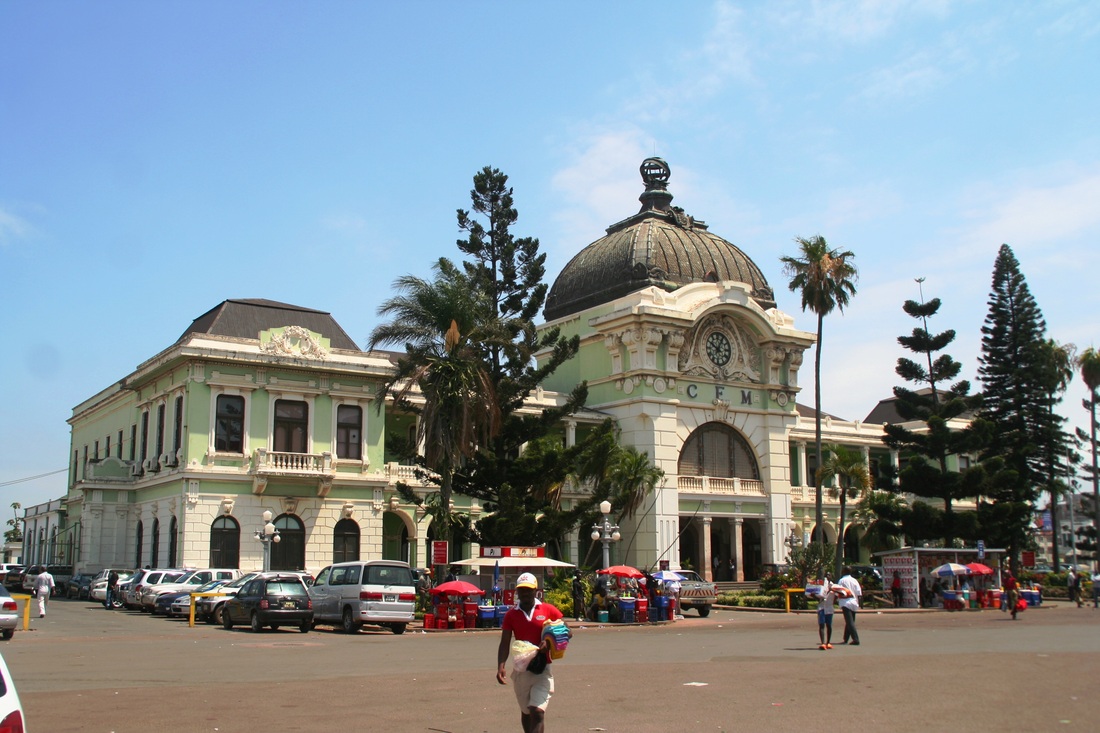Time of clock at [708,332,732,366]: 10:04
